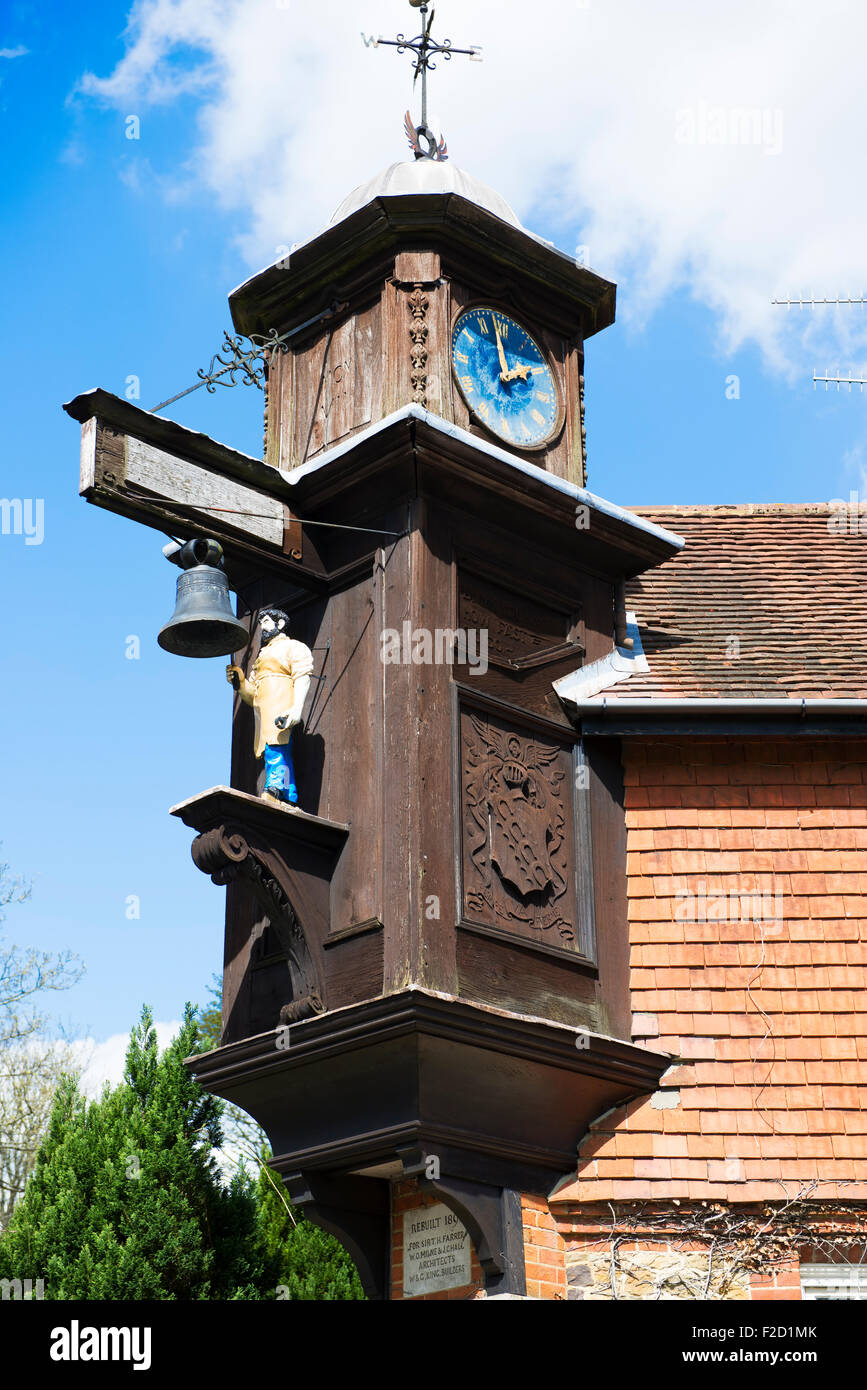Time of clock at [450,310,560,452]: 1:58
